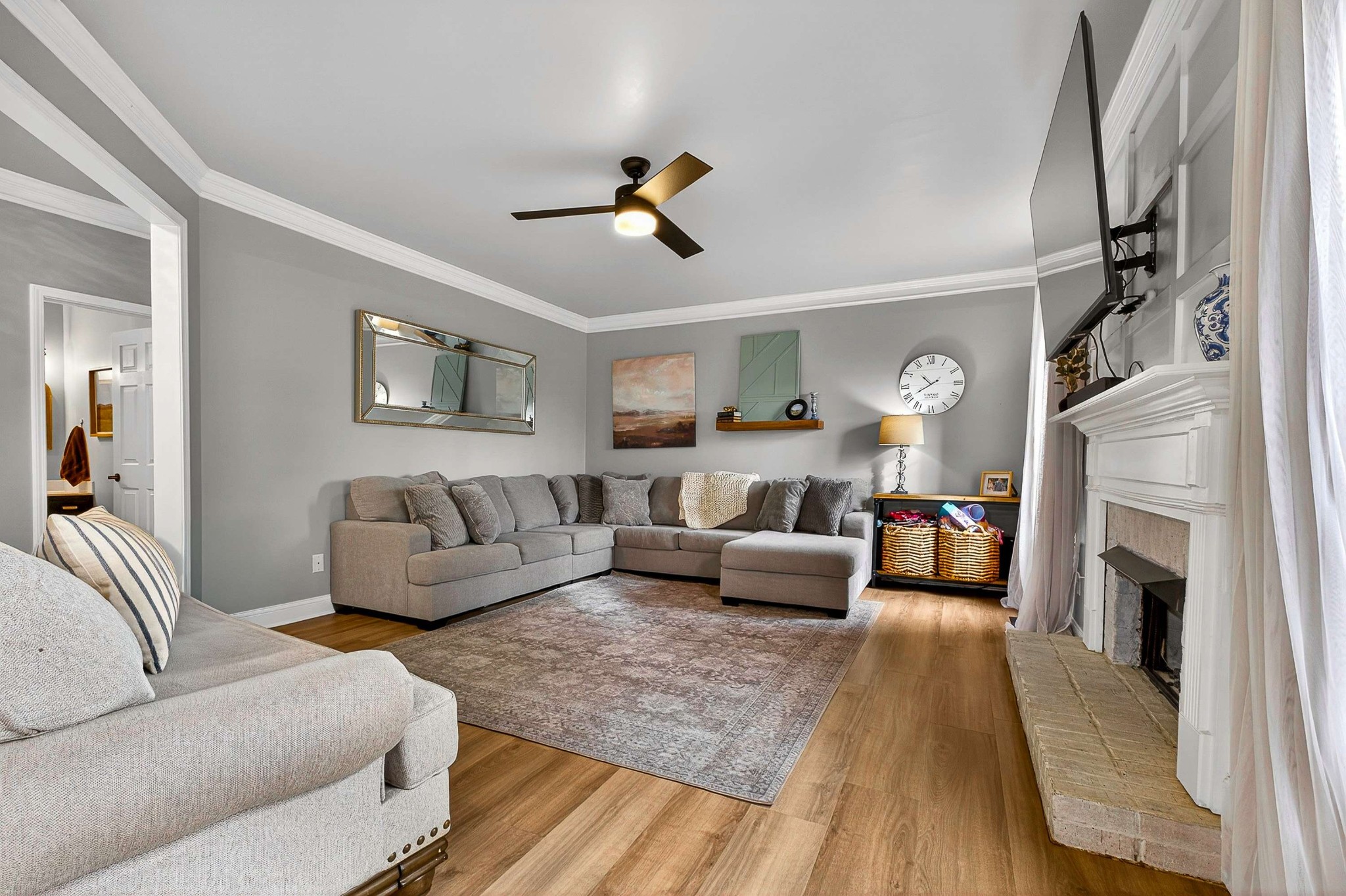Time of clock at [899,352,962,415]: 10:39
